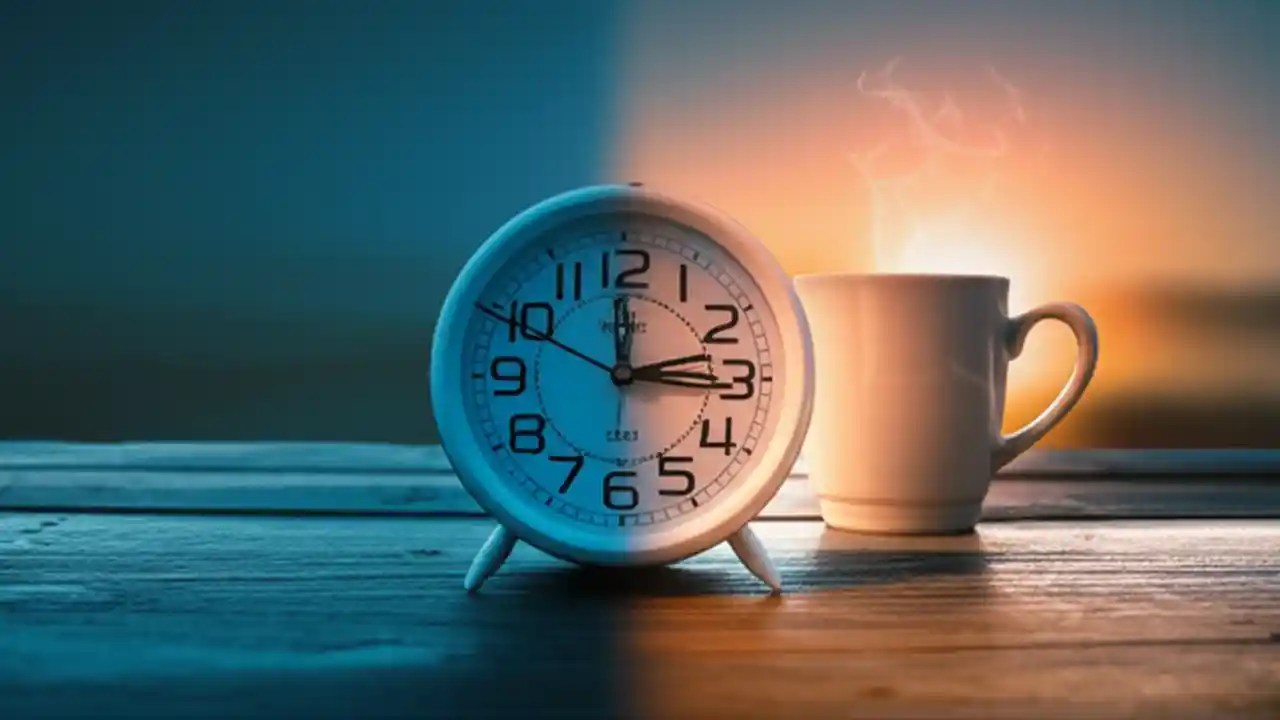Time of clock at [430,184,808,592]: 3:11
